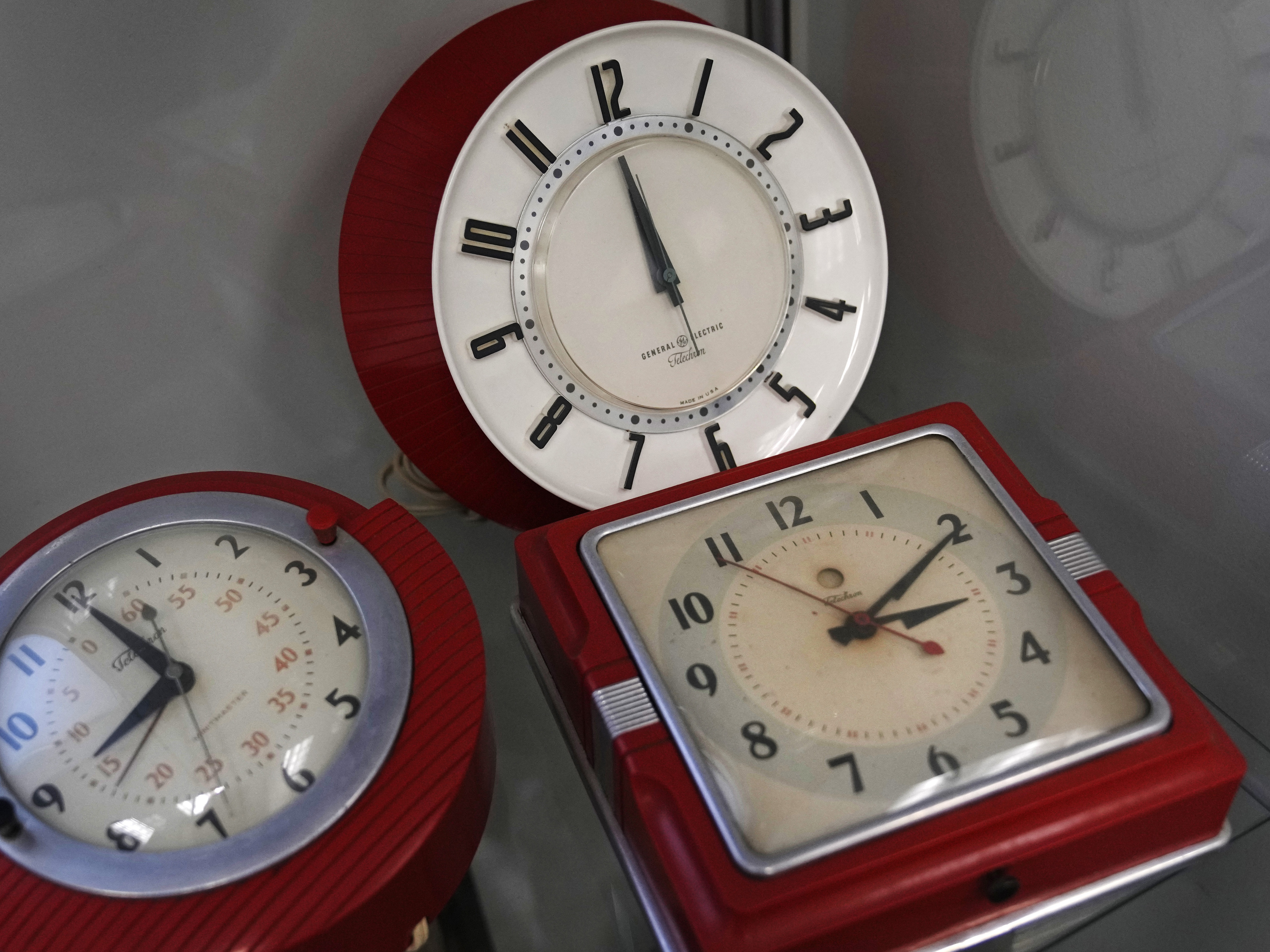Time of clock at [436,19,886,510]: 10:54
